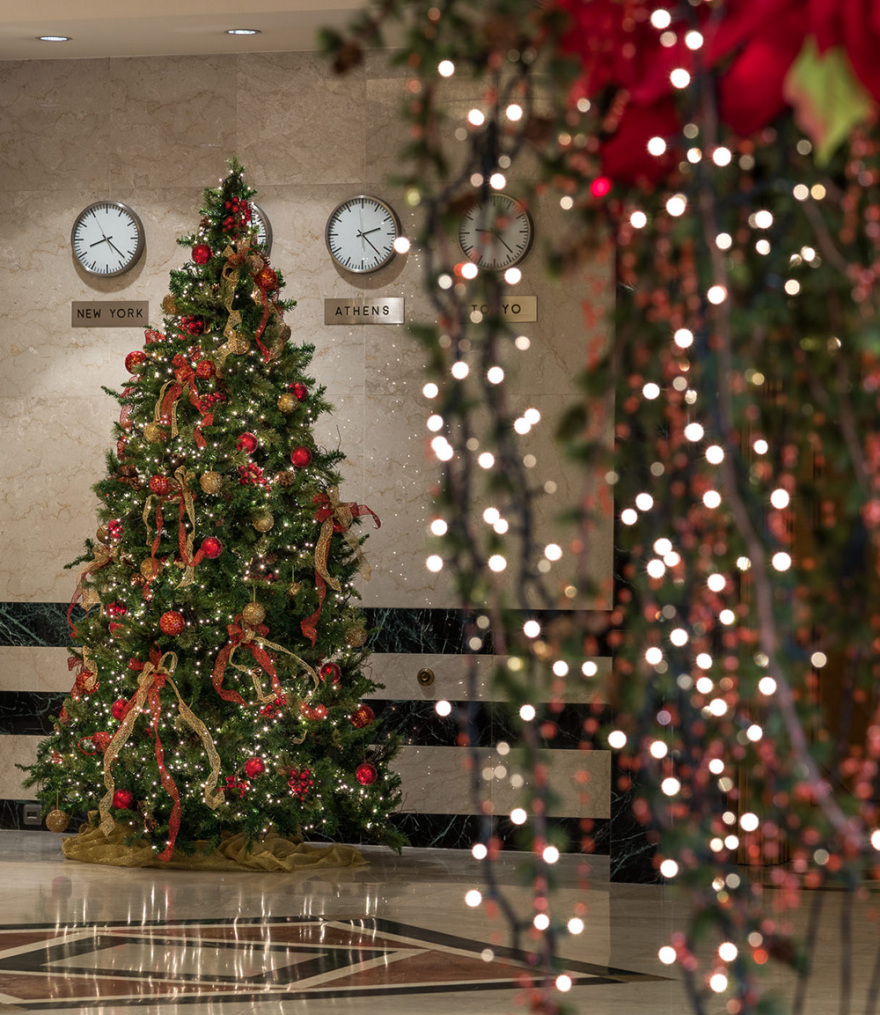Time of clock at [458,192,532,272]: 12:23
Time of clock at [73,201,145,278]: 8:22
